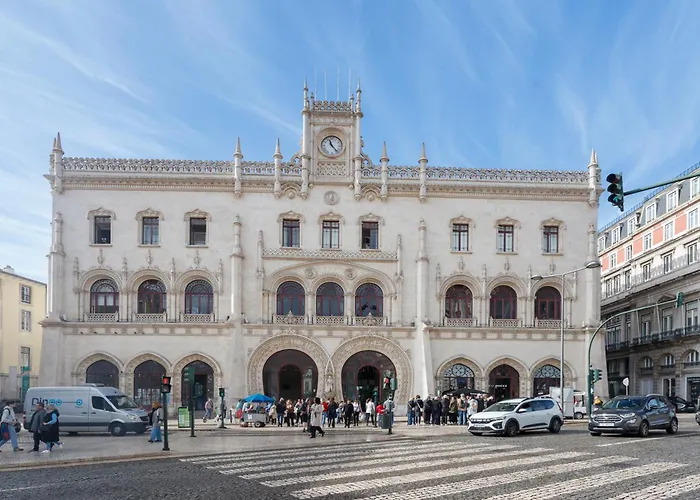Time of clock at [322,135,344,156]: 11:23
